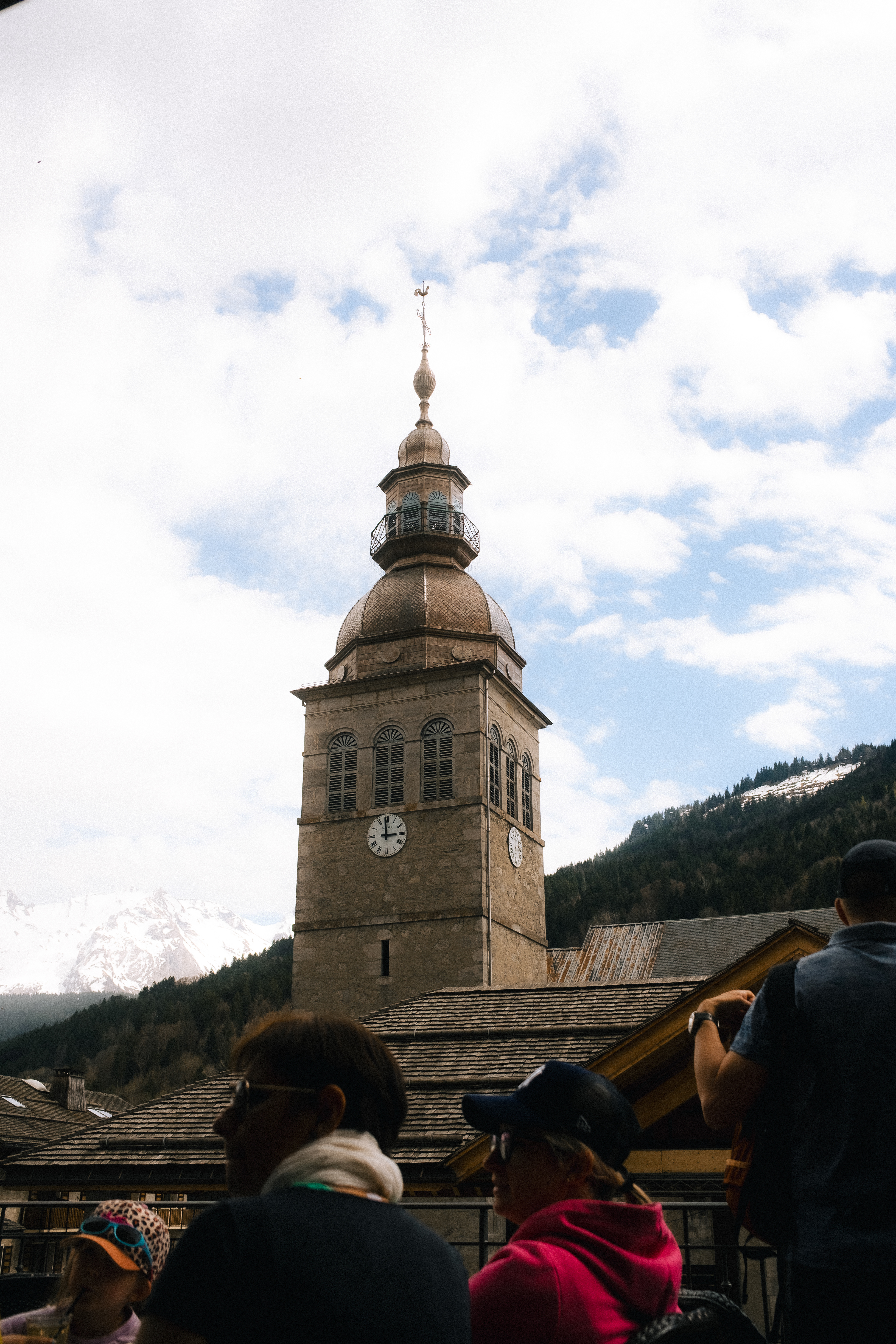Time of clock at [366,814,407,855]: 2:58
